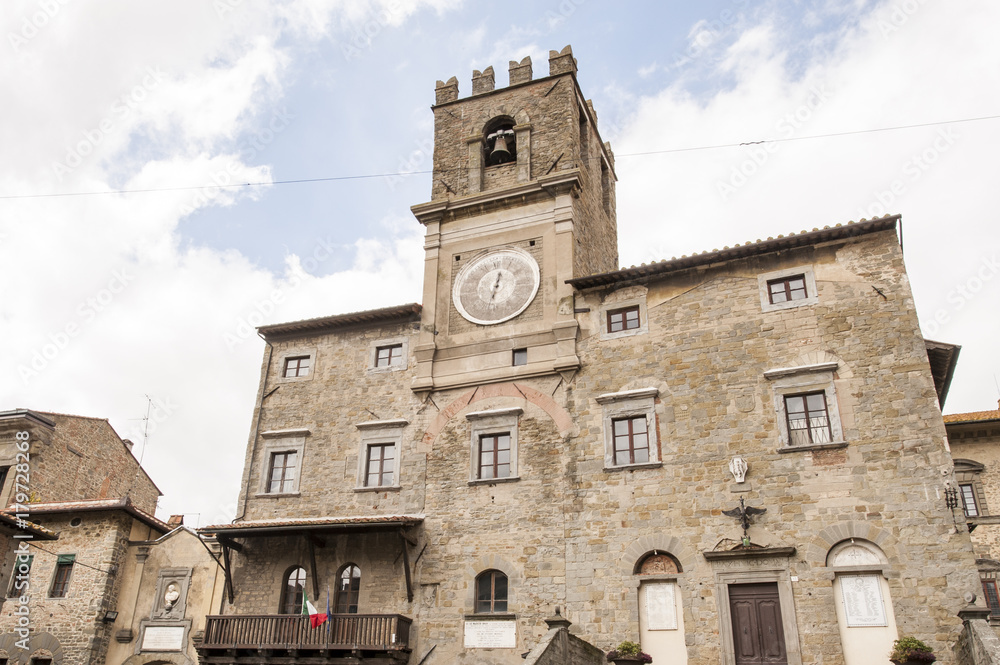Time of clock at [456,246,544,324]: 12:32
